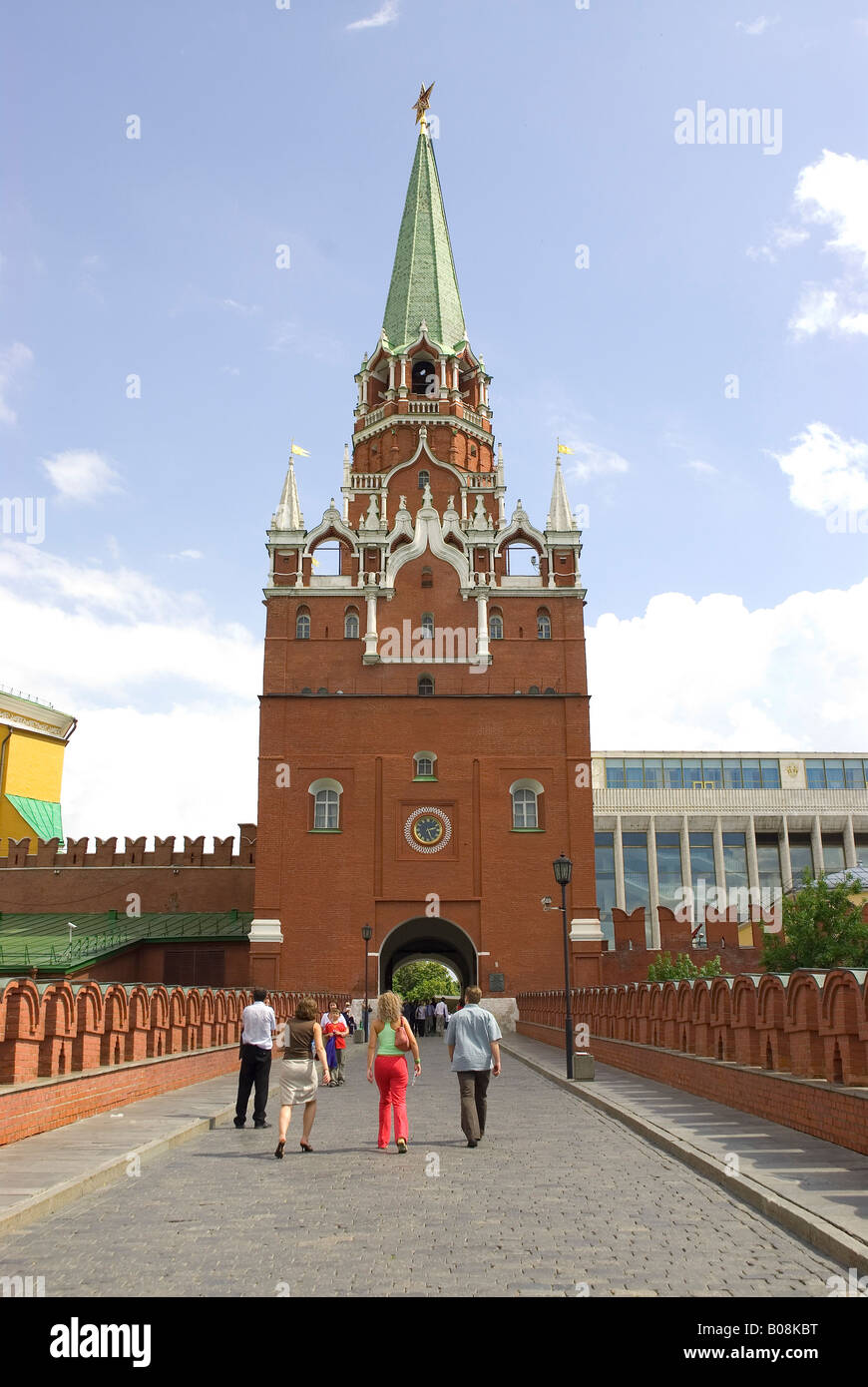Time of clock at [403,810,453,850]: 2:26
